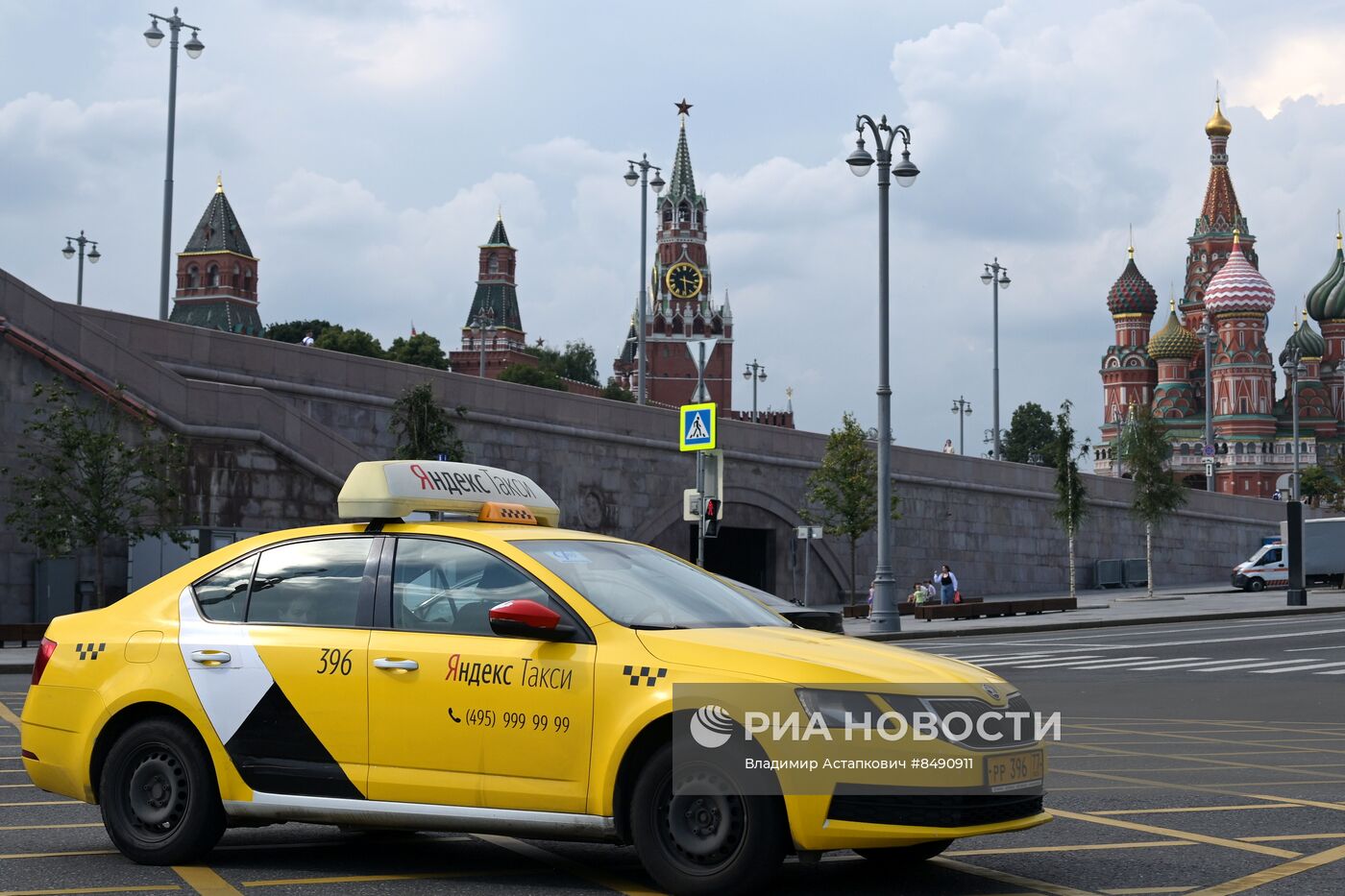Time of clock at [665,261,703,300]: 3:29
